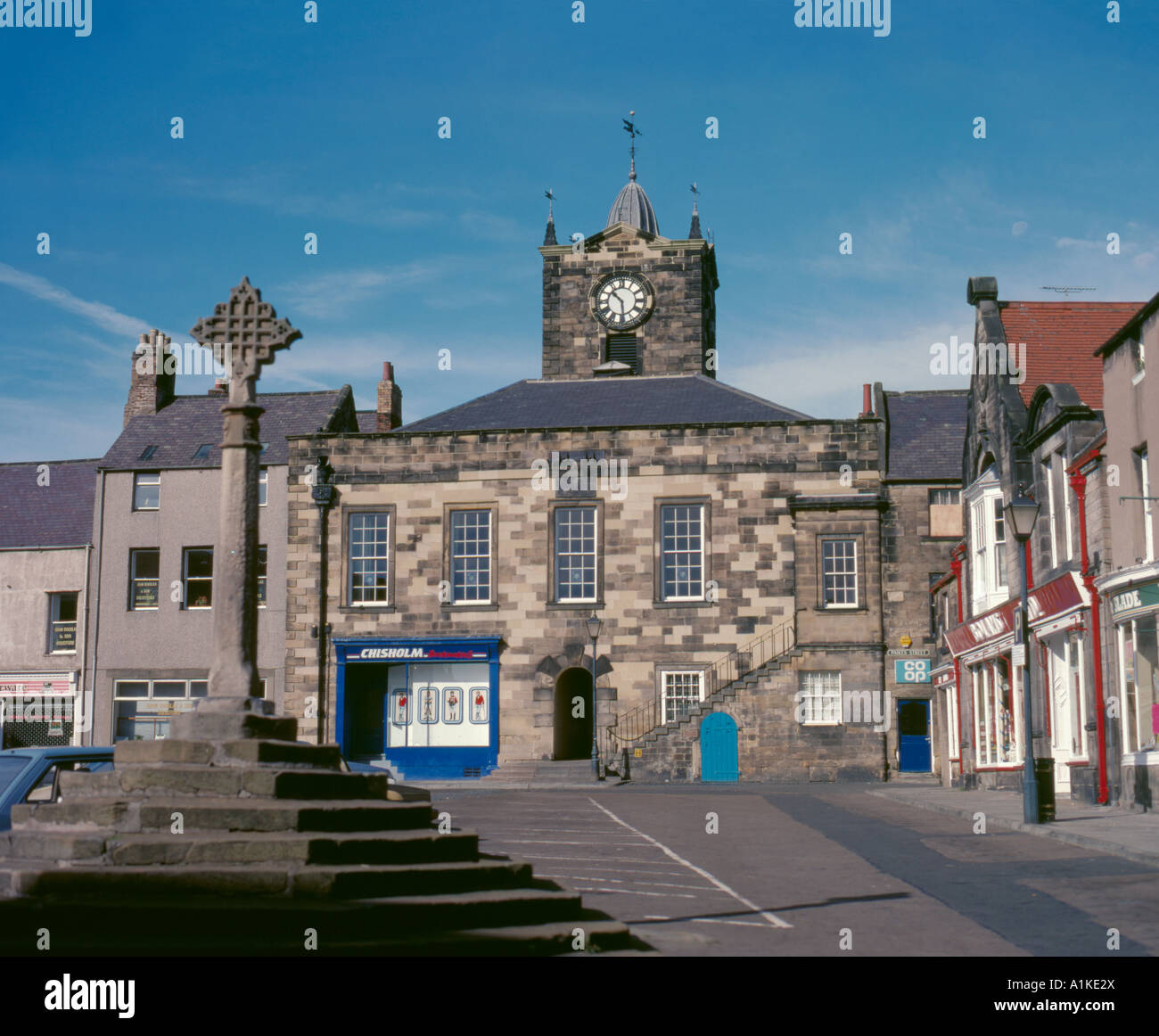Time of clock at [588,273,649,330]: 10:28
